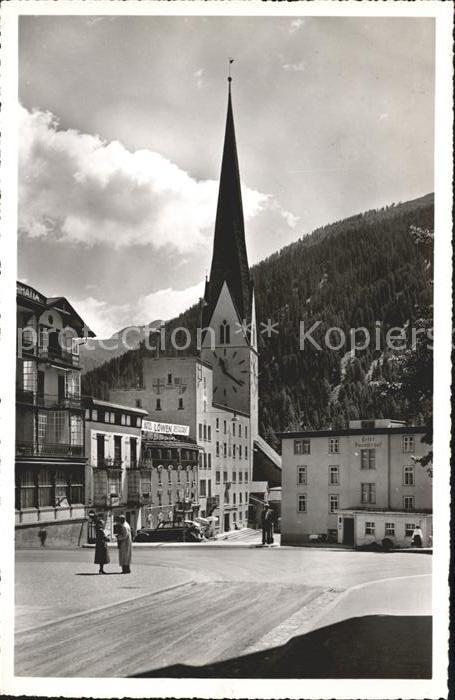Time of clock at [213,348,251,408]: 11:21
